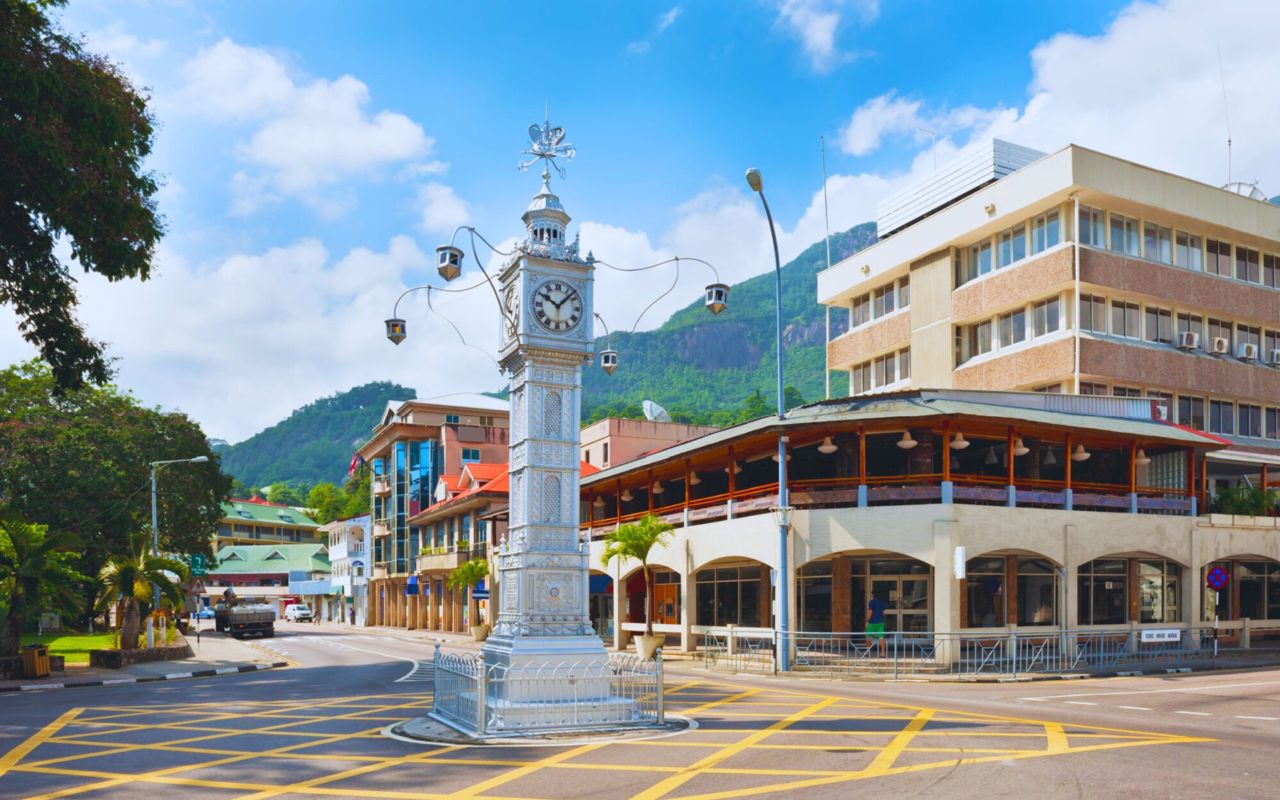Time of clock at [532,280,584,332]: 10:07
